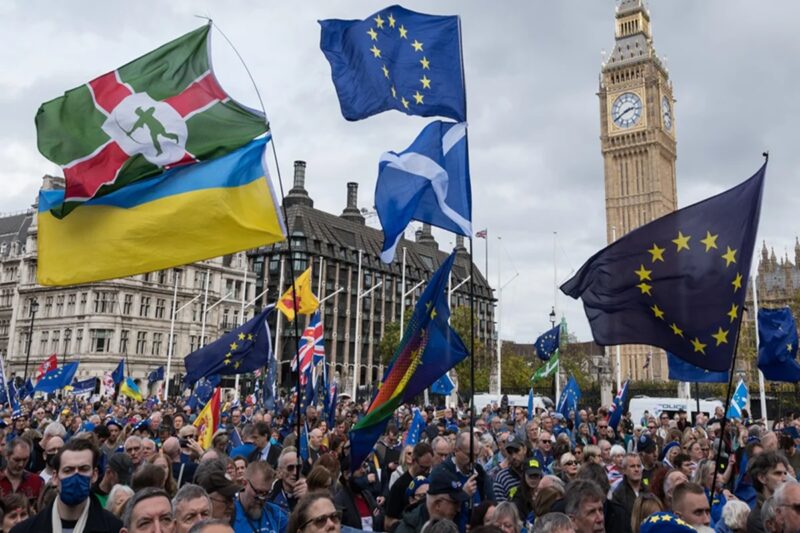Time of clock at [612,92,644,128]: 2:40
